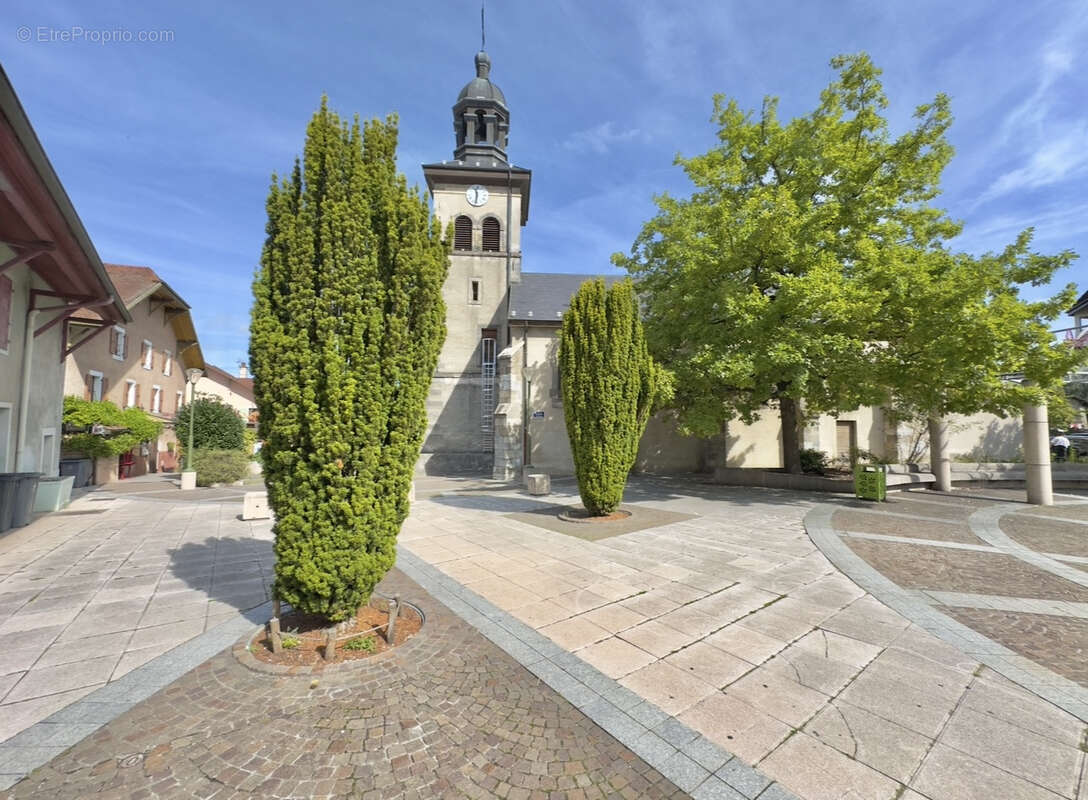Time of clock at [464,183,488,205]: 11:31
